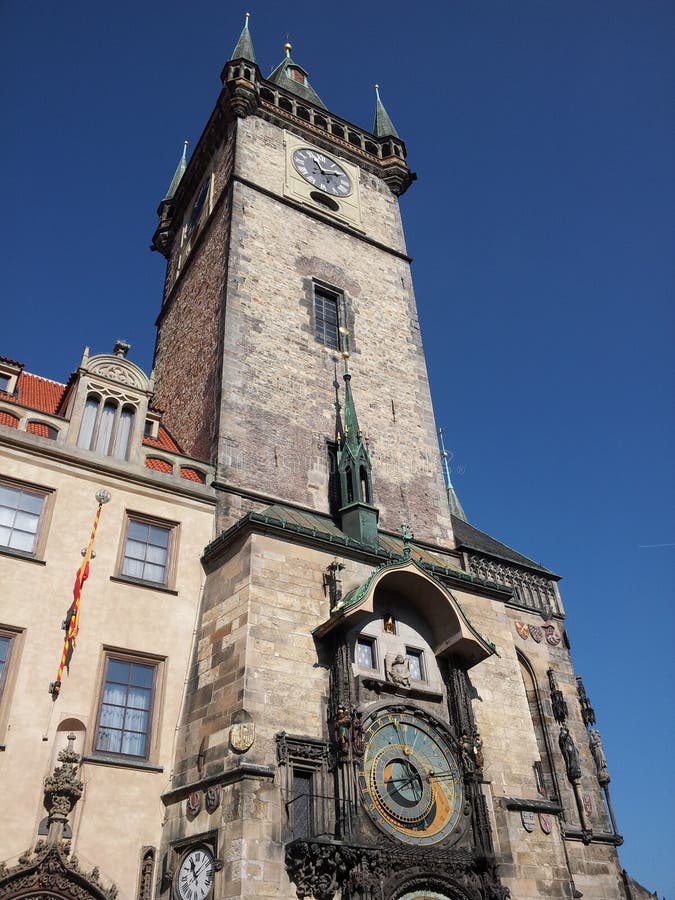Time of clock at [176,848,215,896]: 11:07
